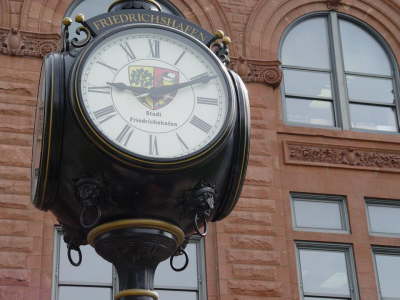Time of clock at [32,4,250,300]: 9:10
